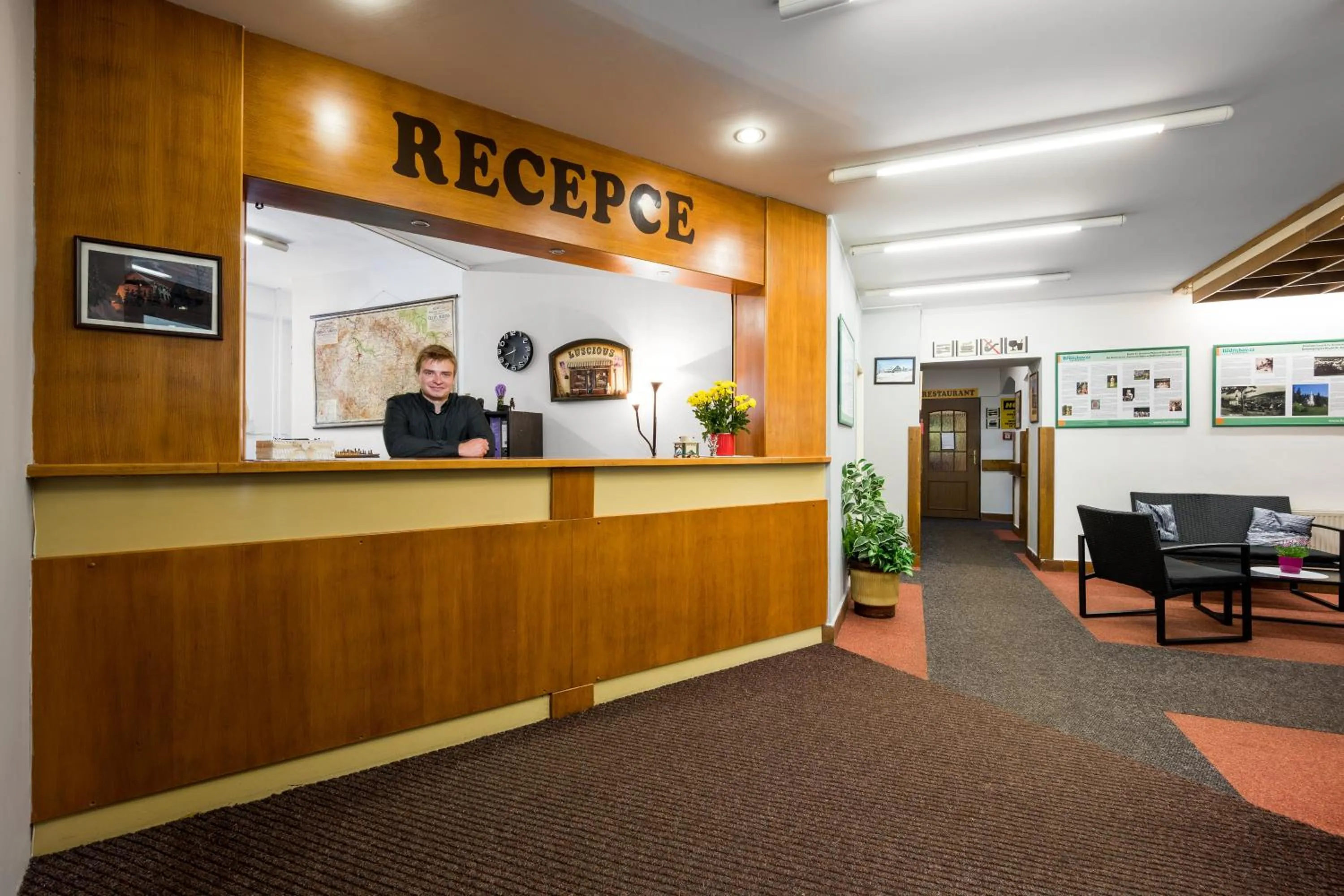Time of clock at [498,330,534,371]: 8:32
